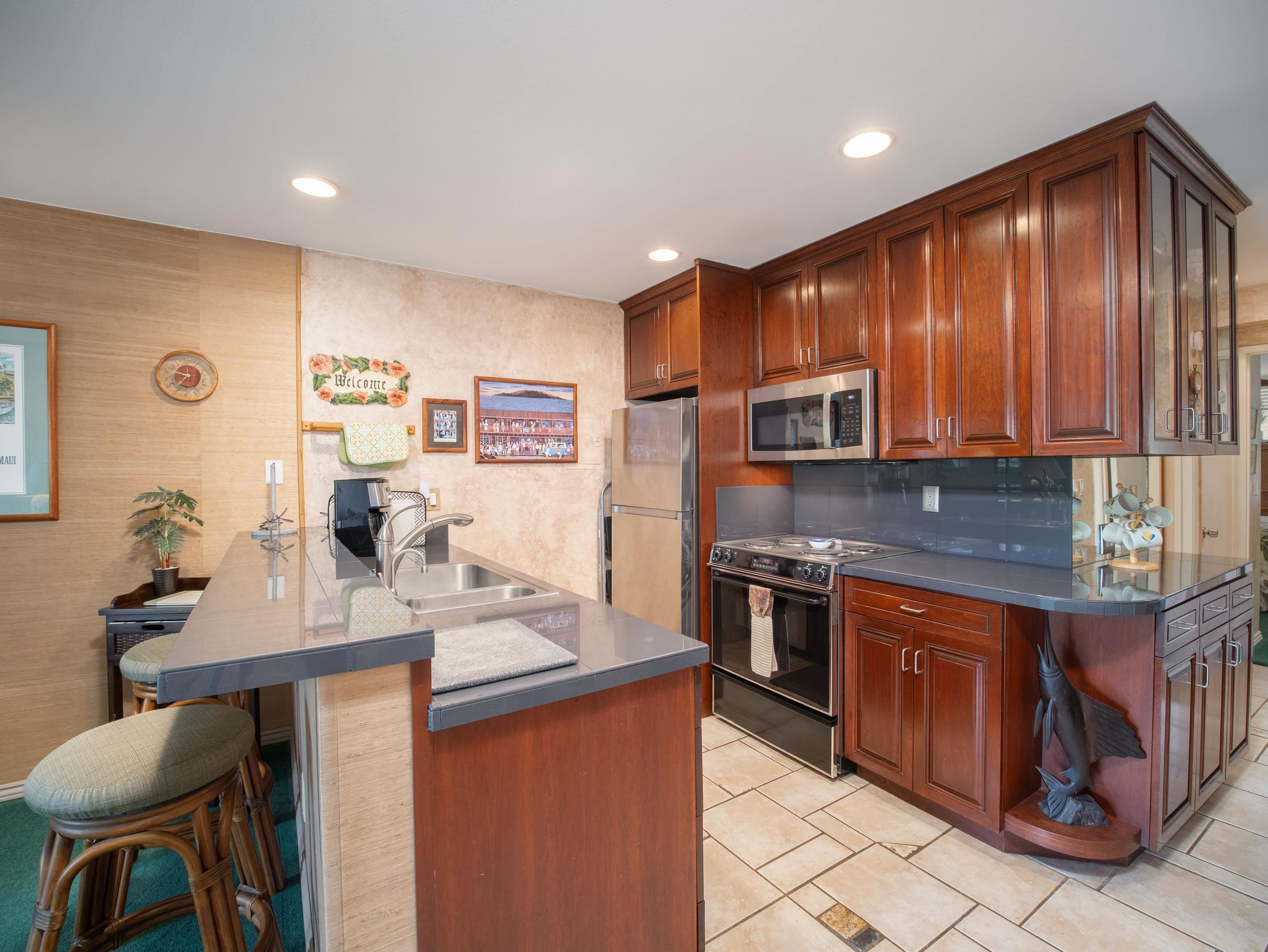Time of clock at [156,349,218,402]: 9:36
